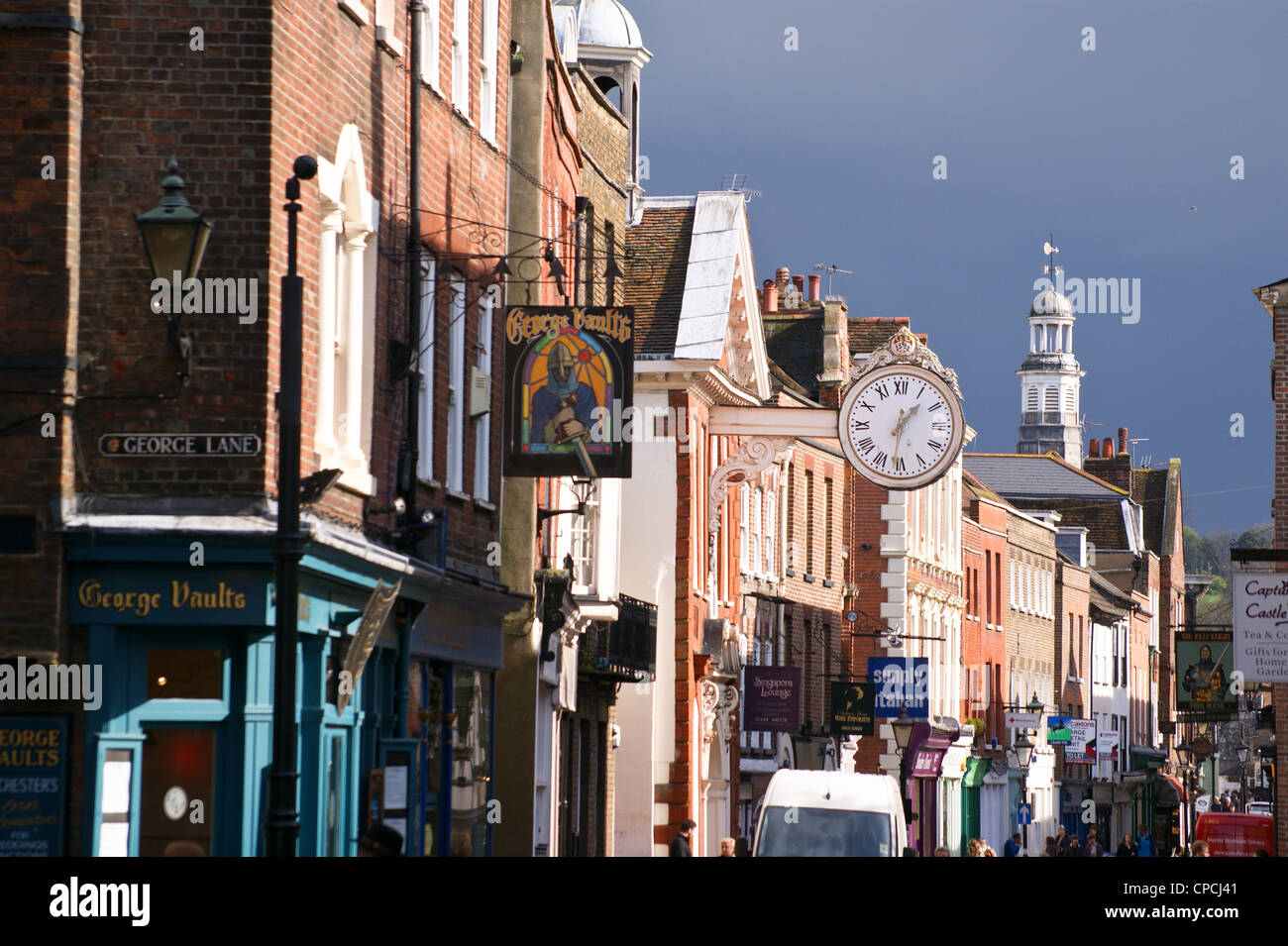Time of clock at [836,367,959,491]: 1:31
